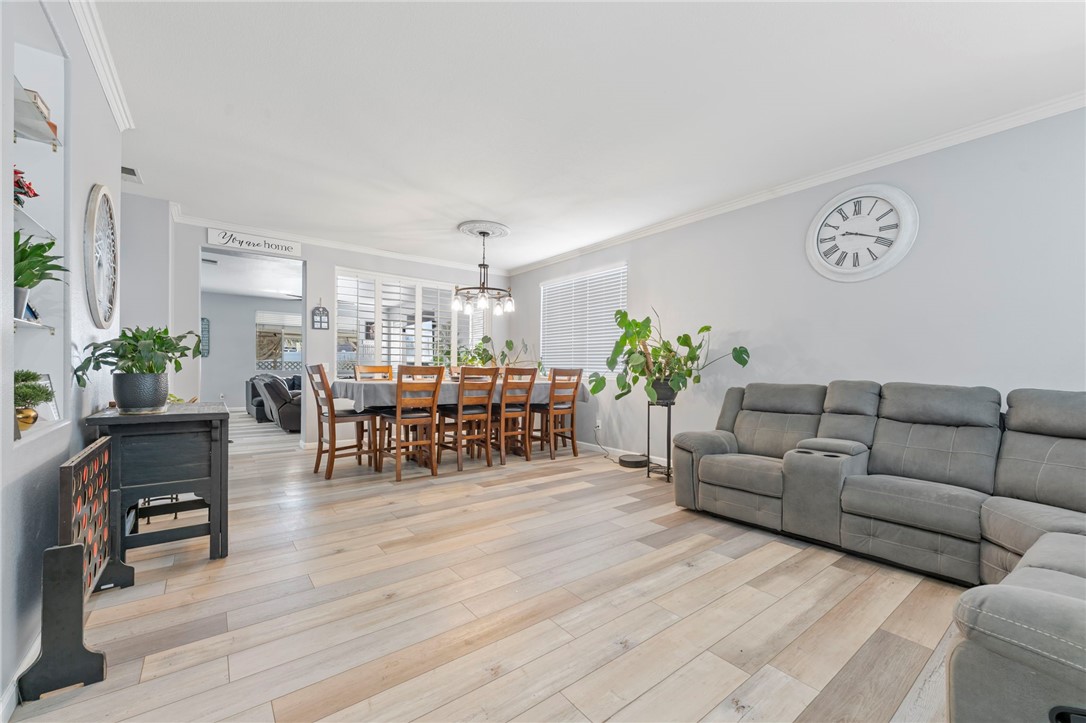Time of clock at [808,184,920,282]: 9:18
